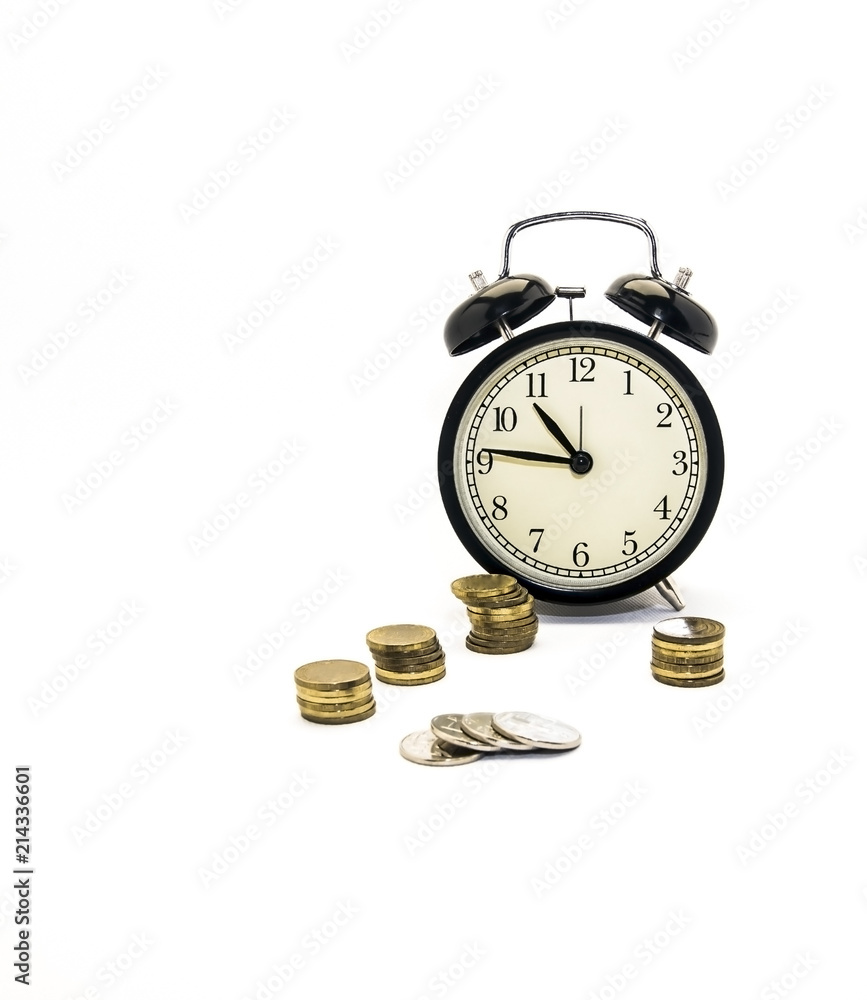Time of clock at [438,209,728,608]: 10:46
